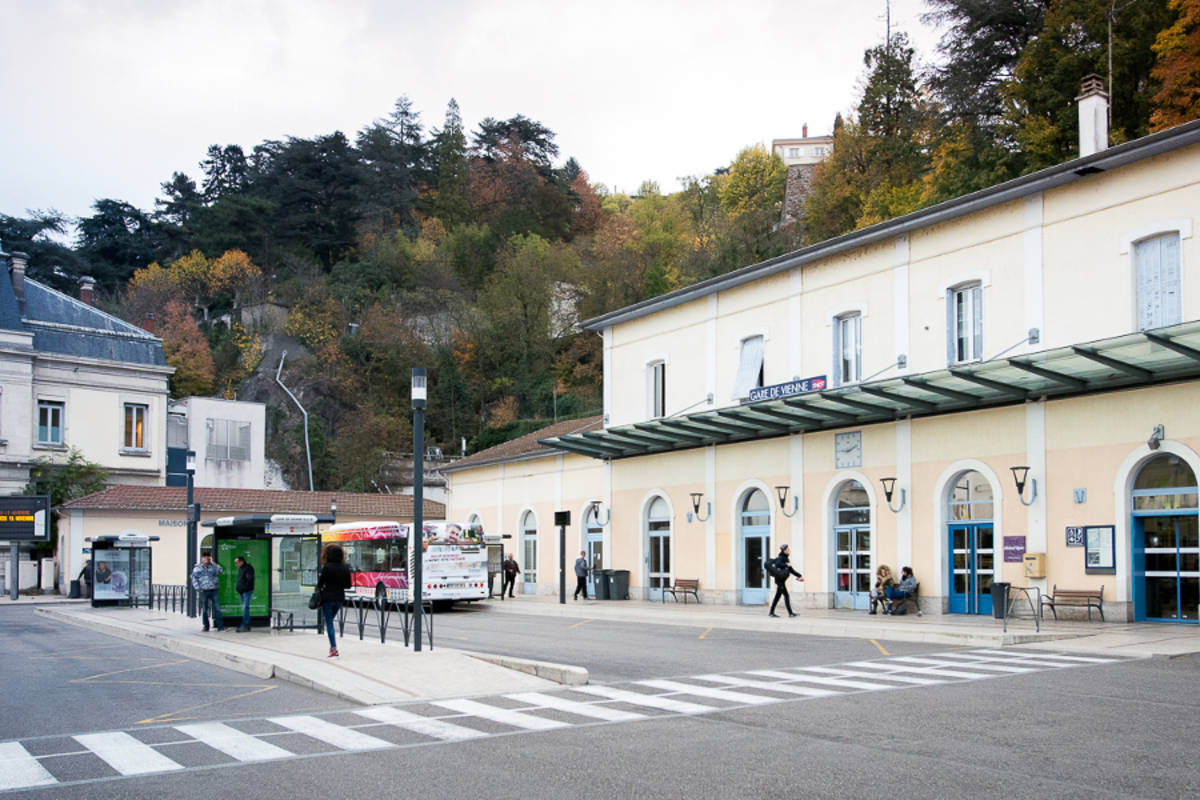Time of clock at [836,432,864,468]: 9:11
